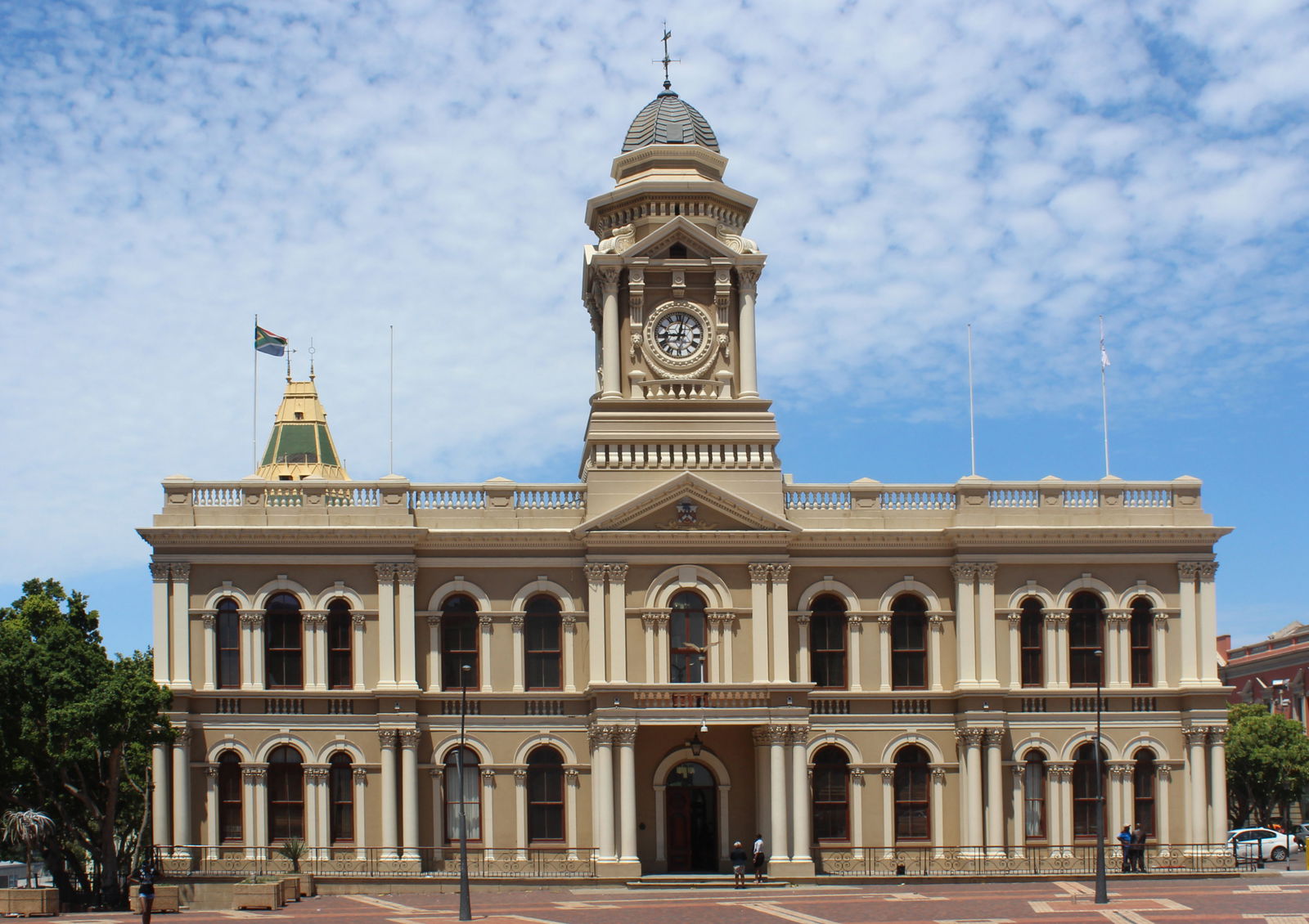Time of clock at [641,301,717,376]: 9:01
